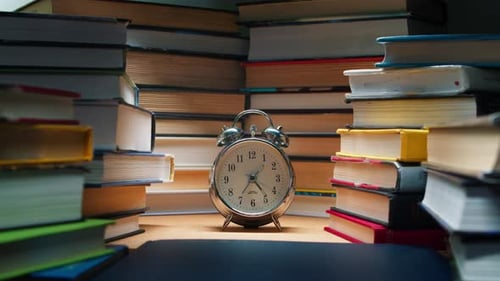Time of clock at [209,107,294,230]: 4:35
